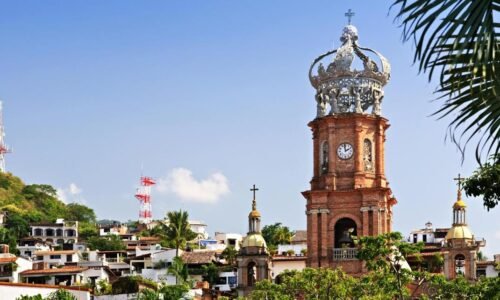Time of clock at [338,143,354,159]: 1:59
